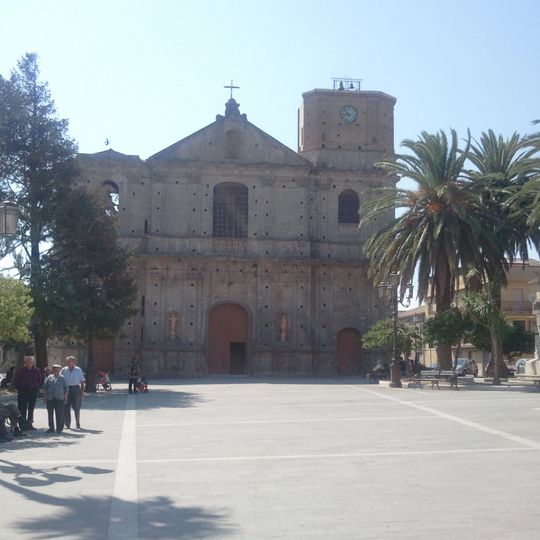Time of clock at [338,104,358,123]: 8:53
